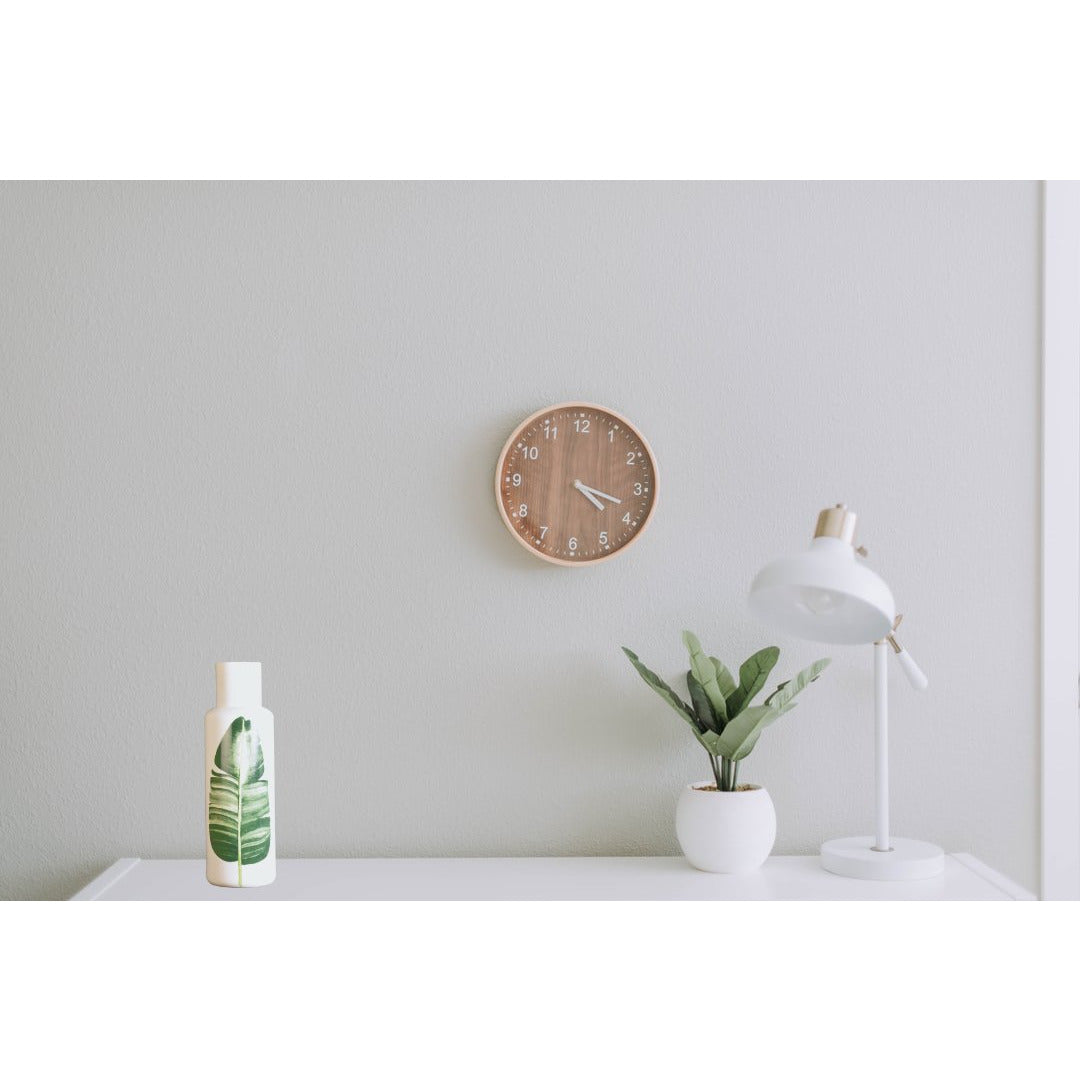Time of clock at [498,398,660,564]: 4:18
